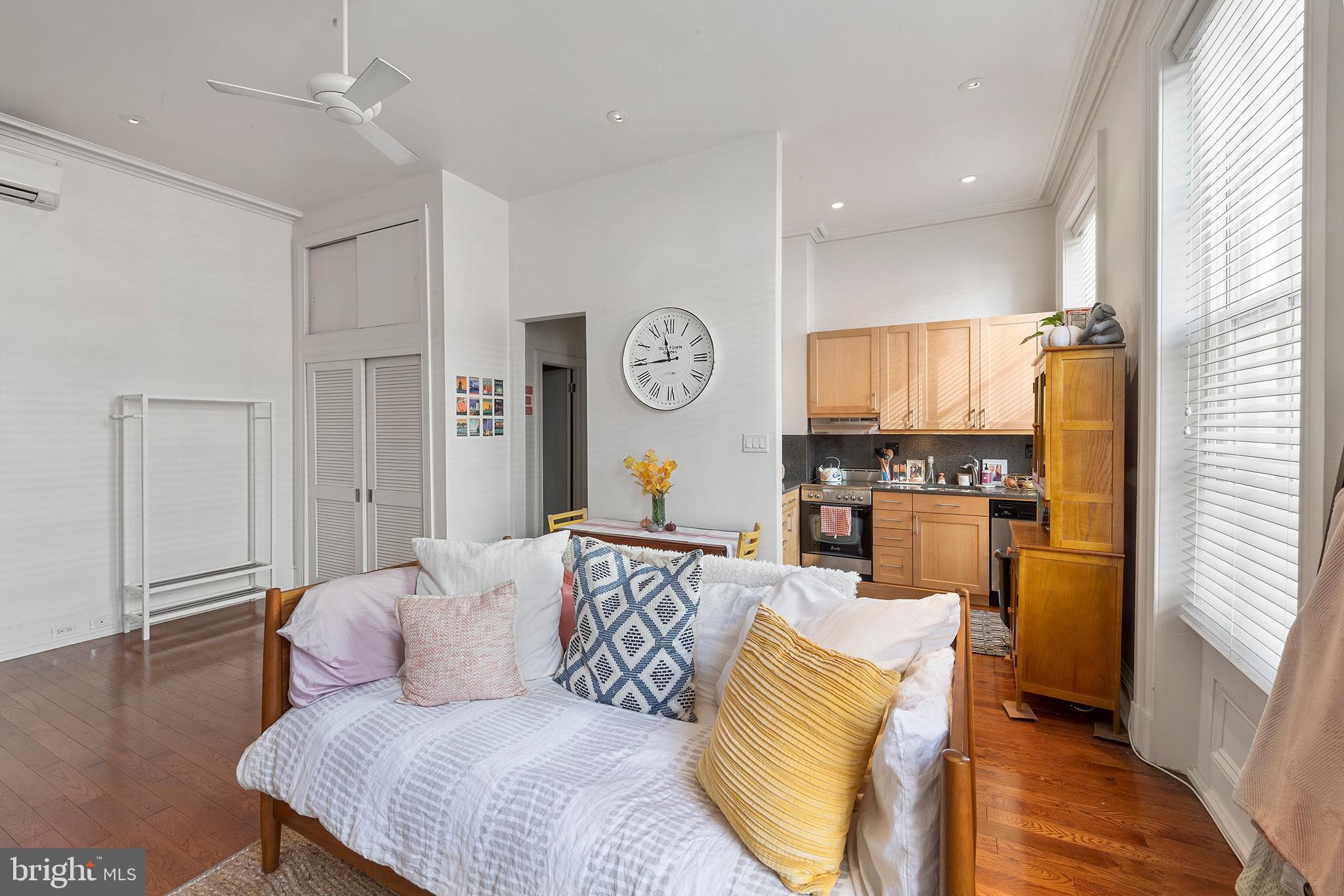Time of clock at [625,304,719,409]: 8:57
